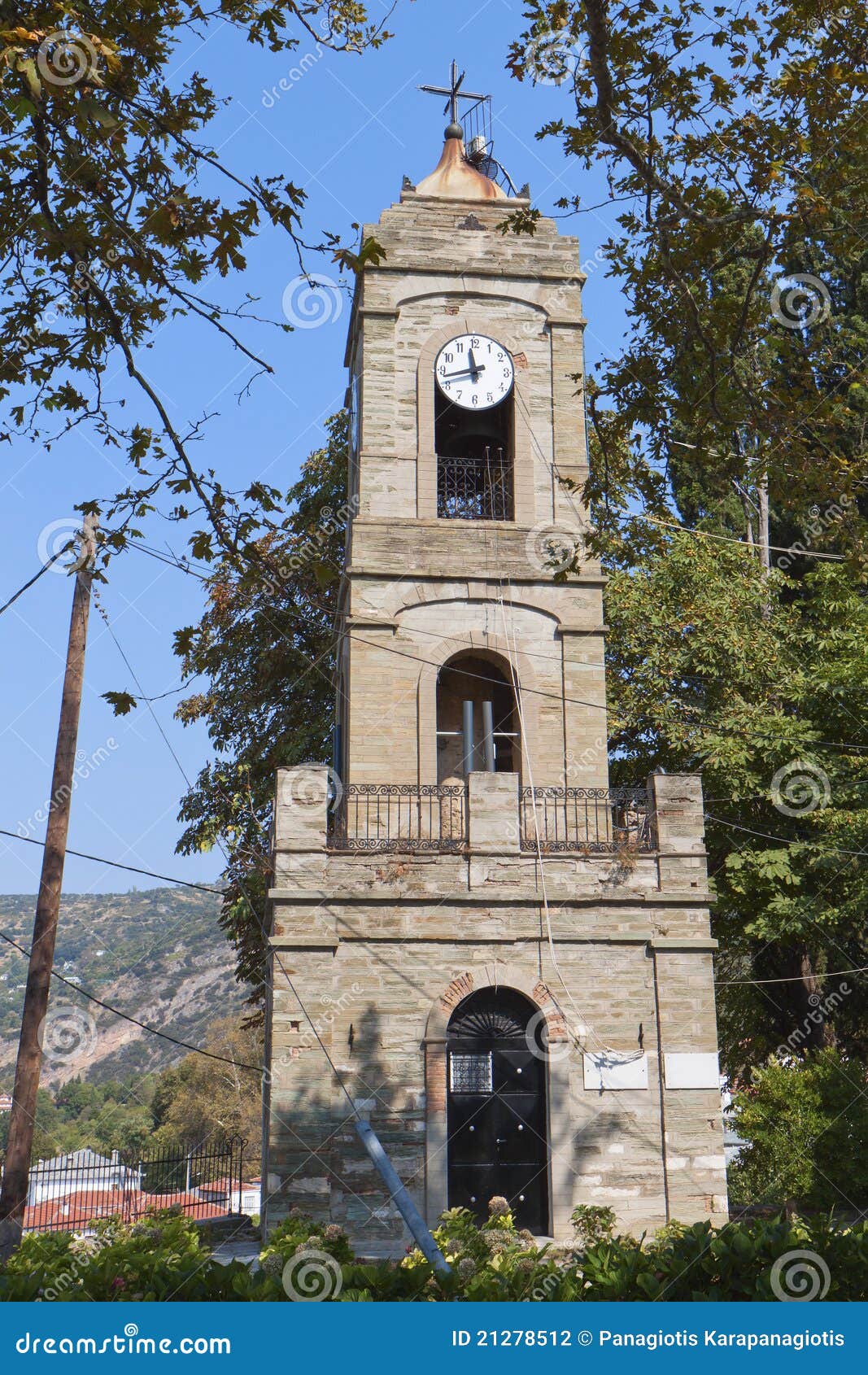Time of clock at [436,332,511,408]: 11:42
